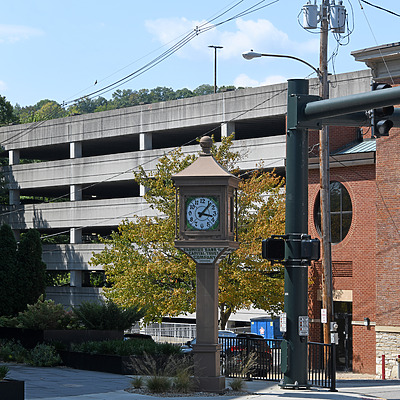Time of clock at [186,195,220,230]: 3:06
